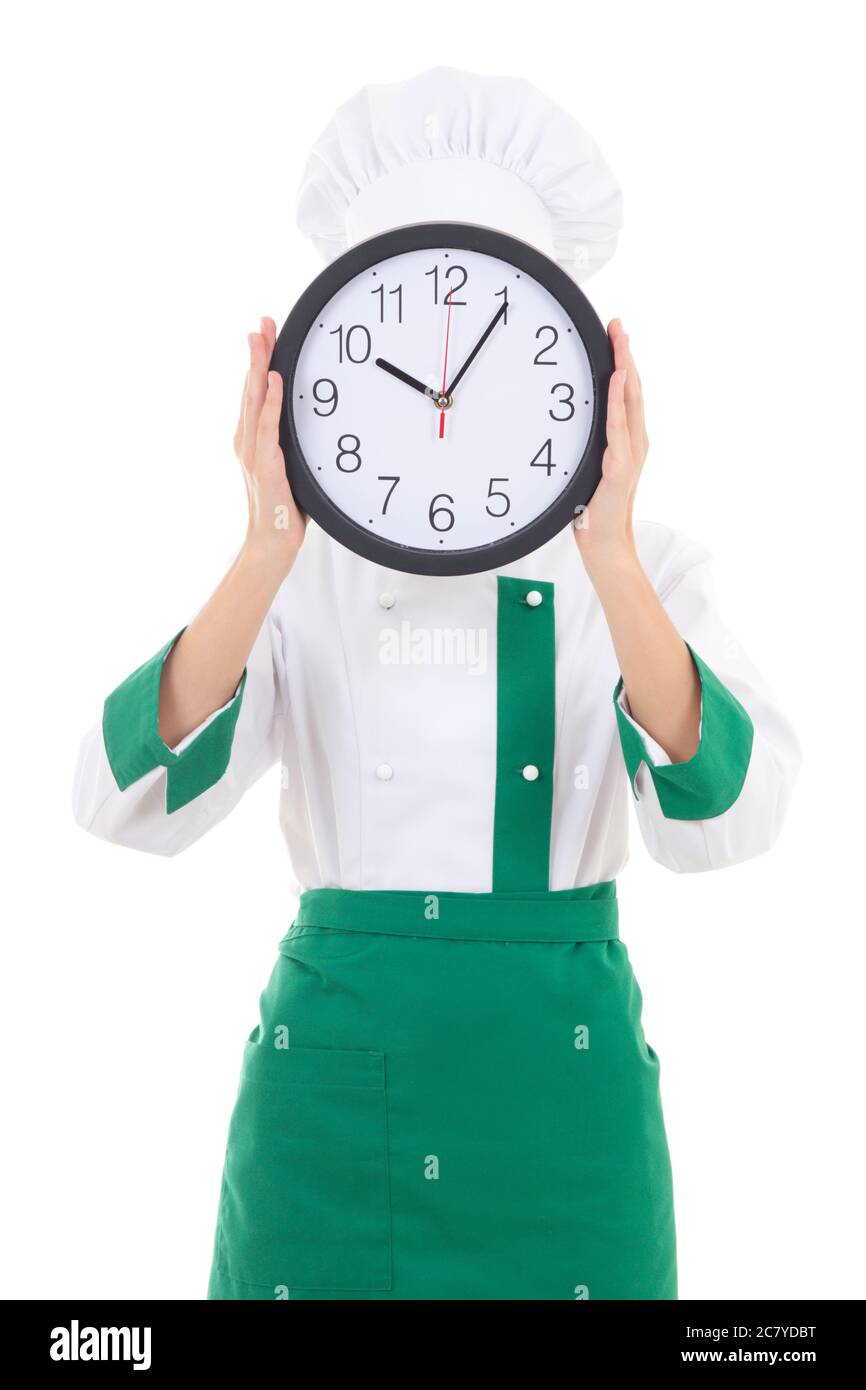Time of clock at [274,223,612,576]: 10:05
